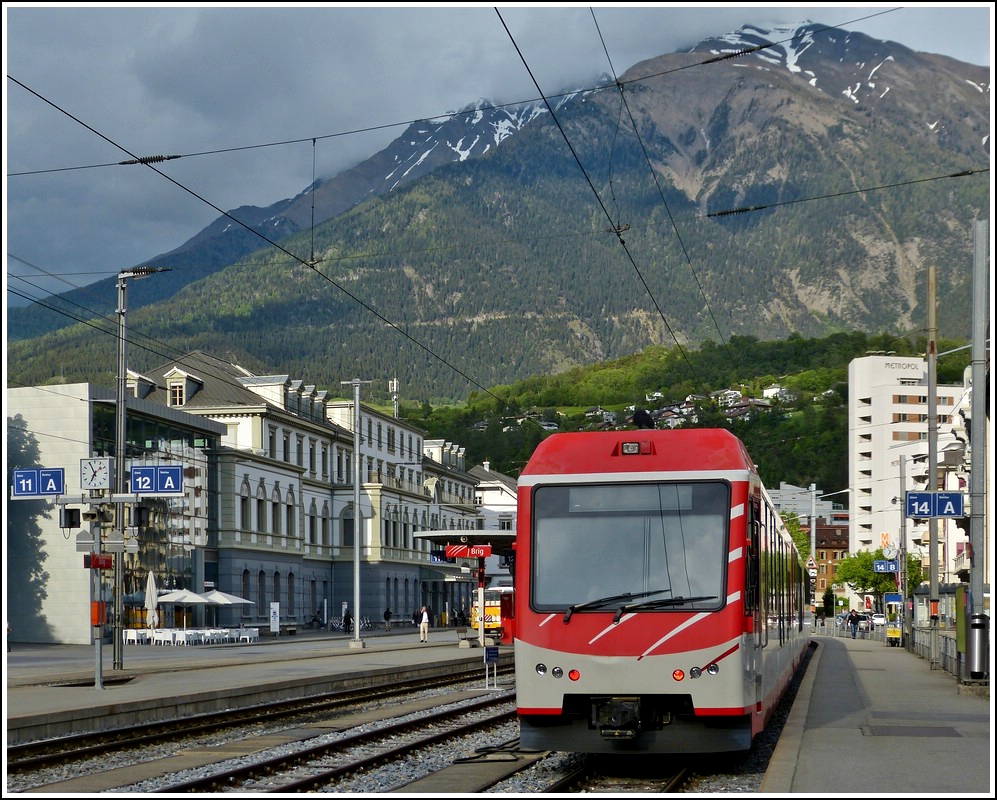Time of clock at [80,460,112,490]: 6:55
